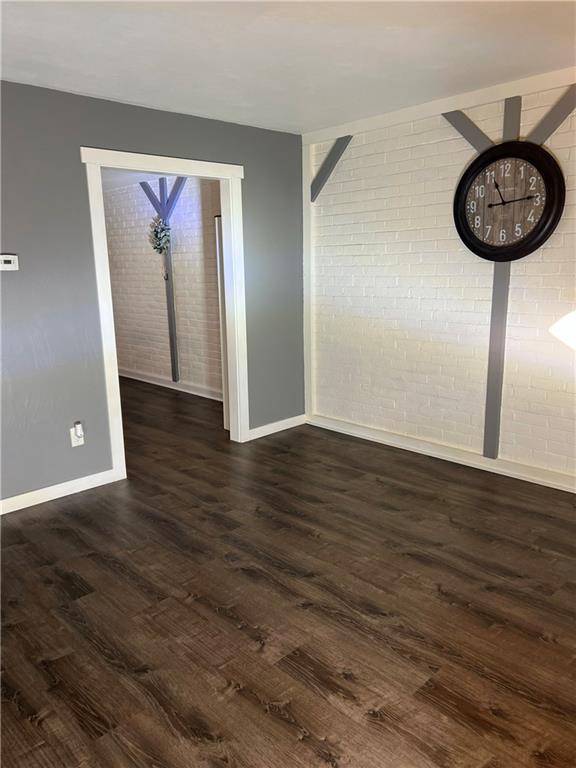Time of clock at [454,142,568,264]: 11:14
